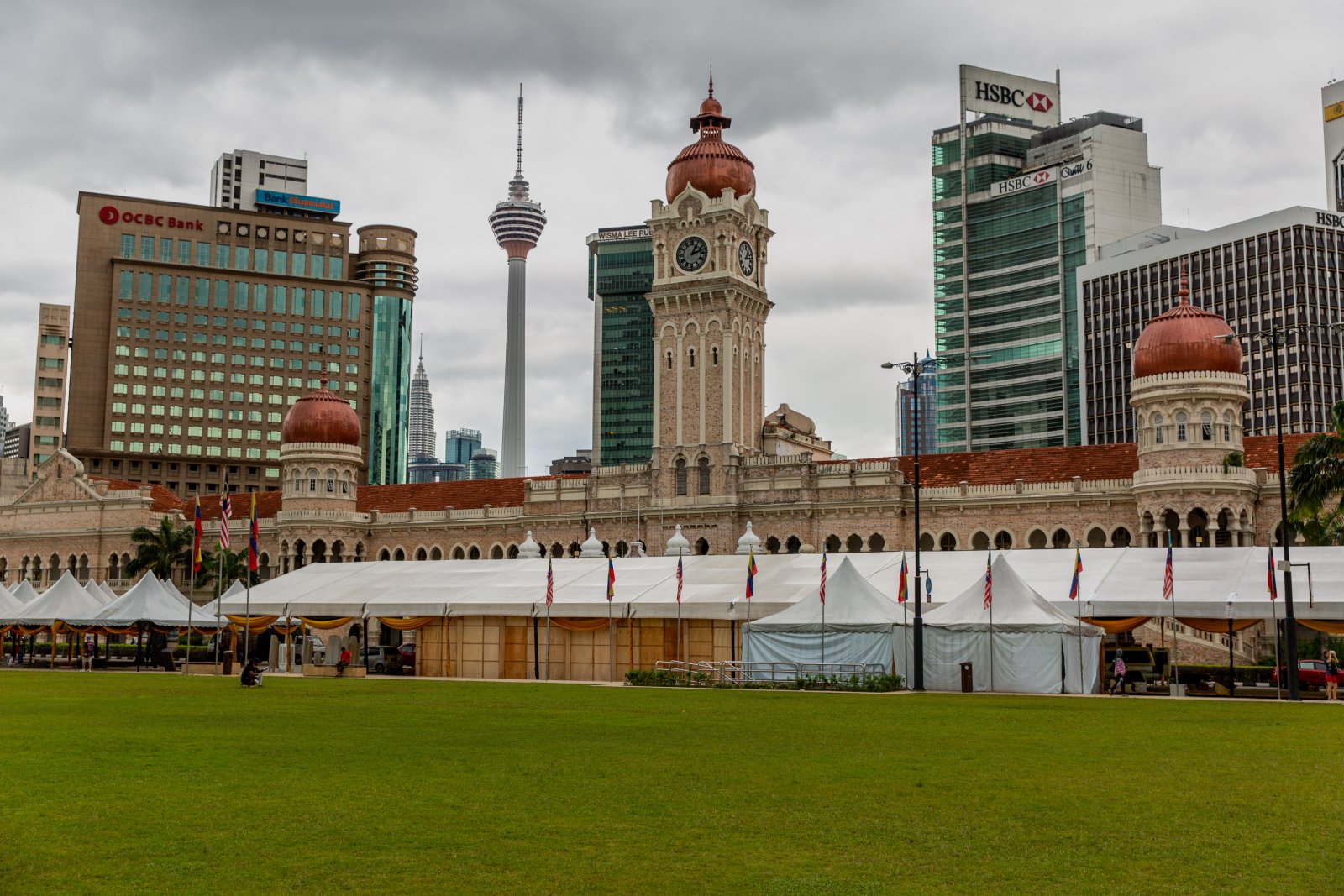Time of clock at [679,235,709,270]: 1:12
